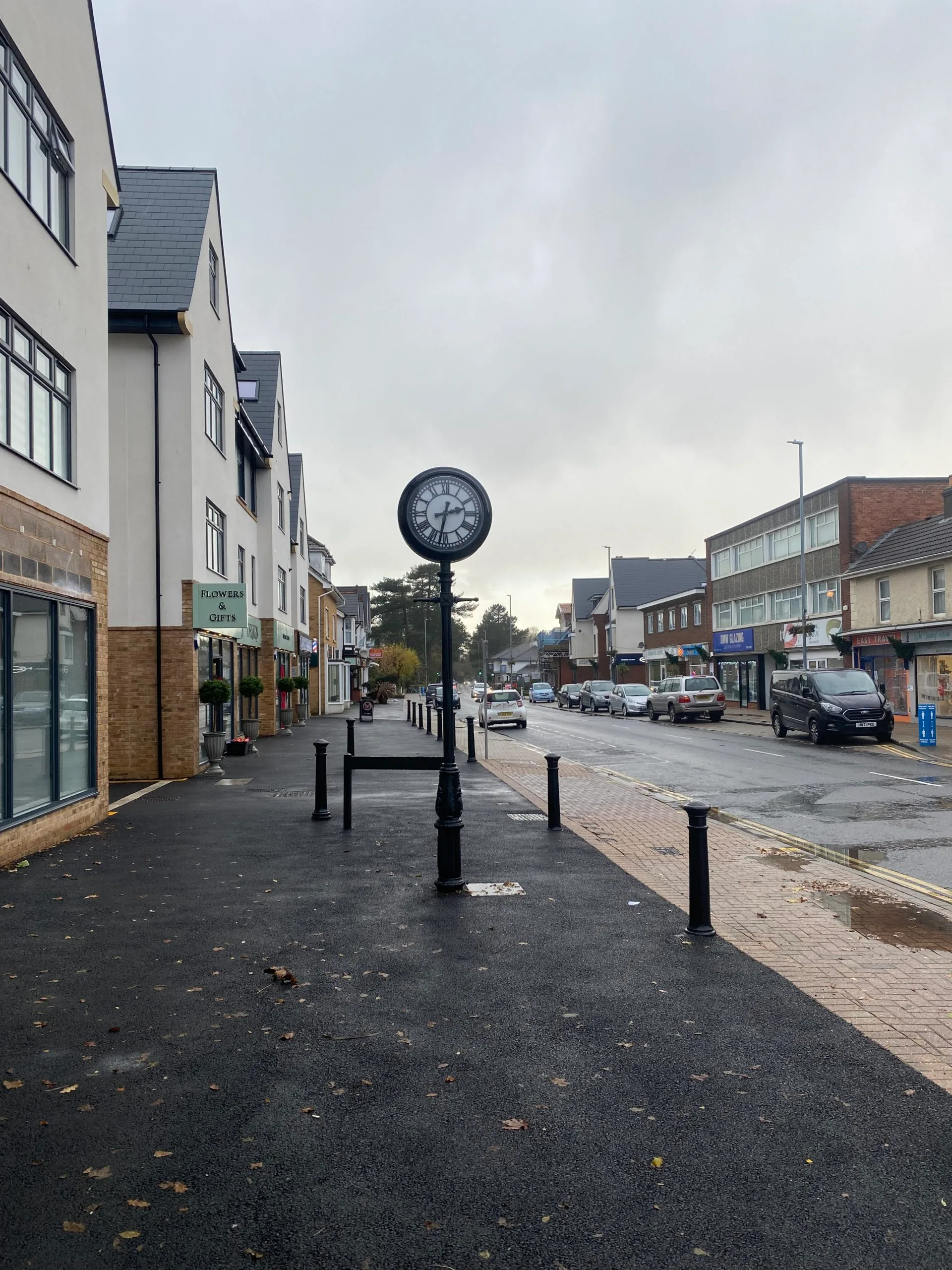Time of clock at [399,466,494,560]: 2:32
